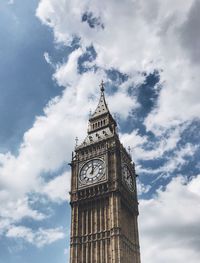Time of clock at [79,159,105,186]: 12:07
